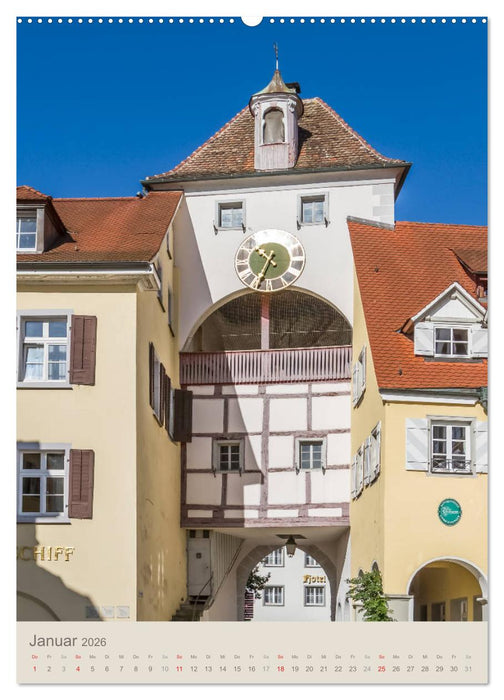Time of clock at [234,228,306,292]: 10:34
